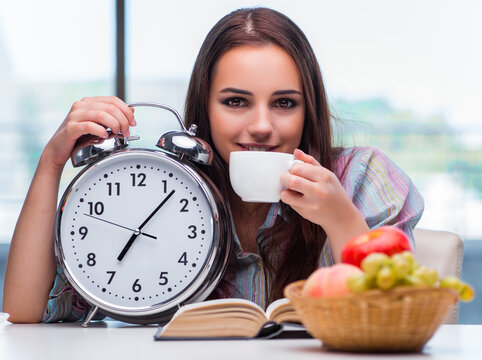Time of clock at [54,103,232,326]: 7:07
